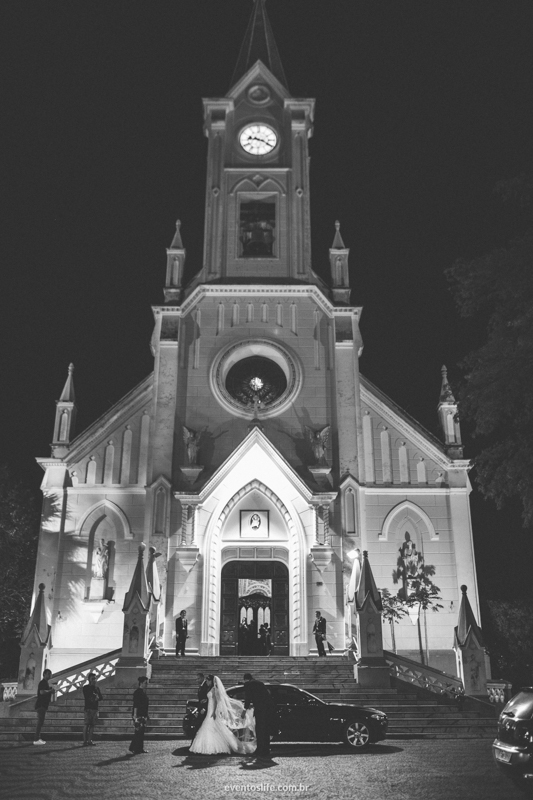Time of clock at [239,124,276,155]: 9:20
